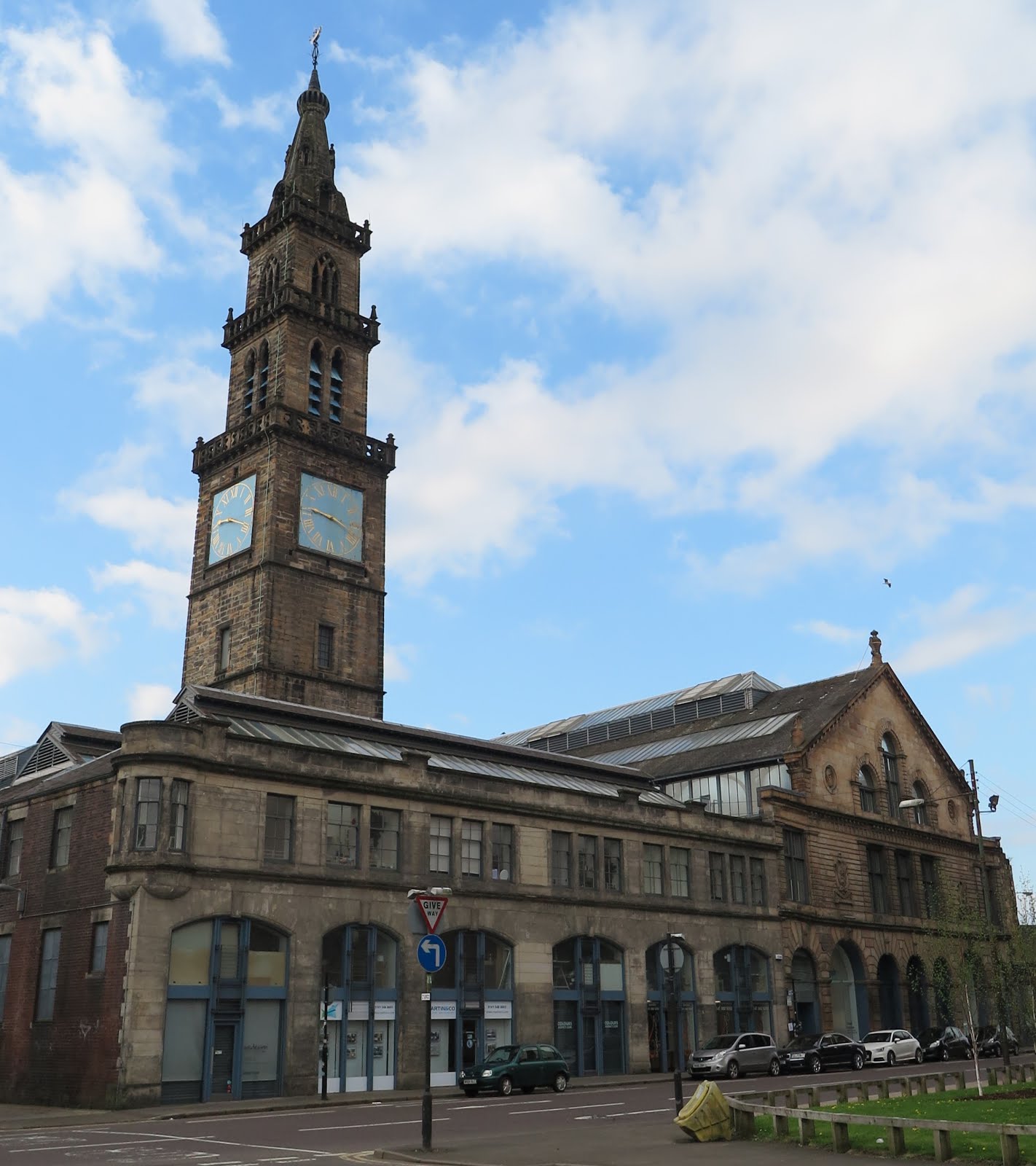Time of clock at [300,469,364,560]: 9:17
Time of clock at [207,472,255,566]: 9:19
